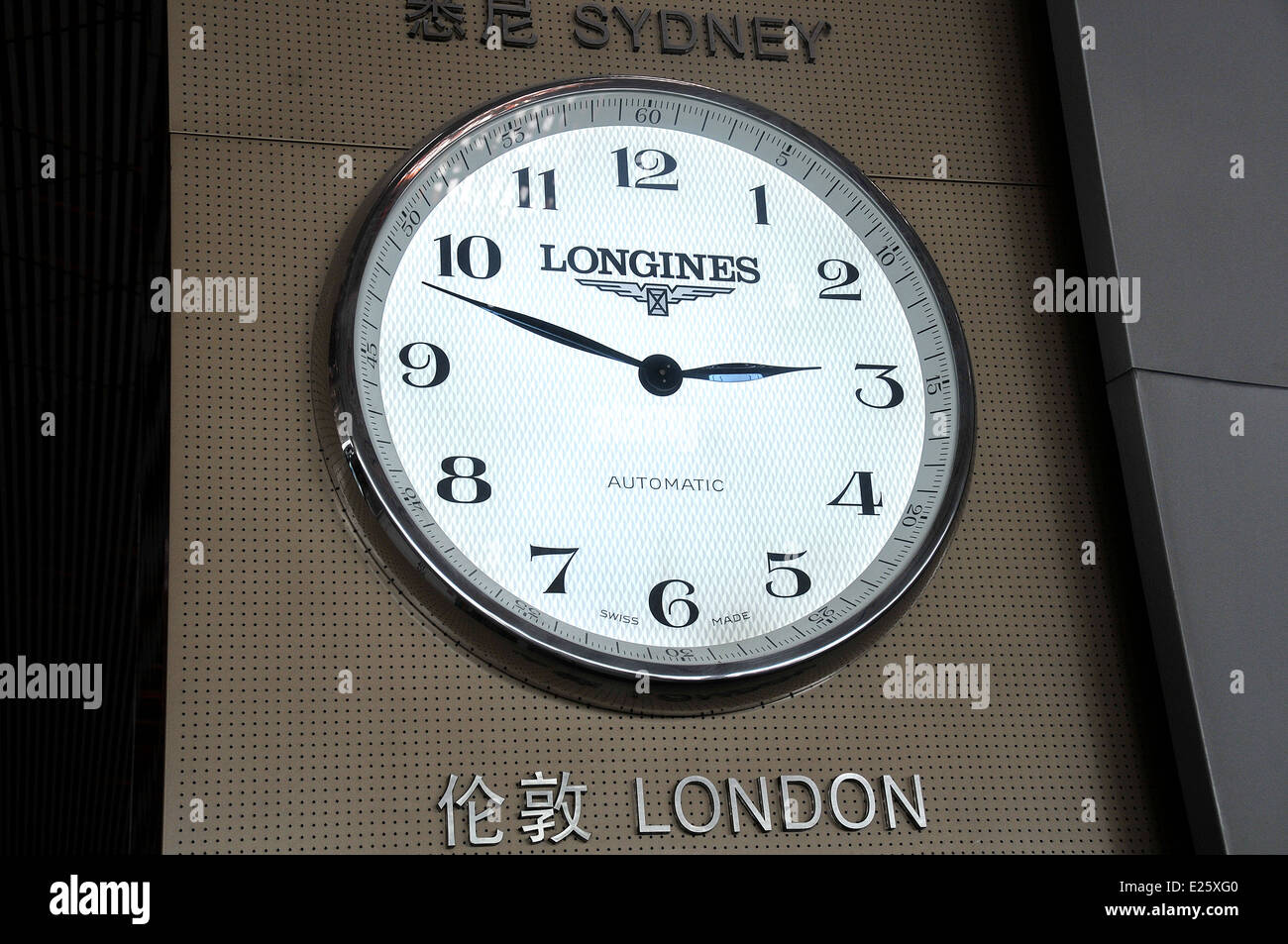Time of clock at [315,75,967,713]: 2:48
